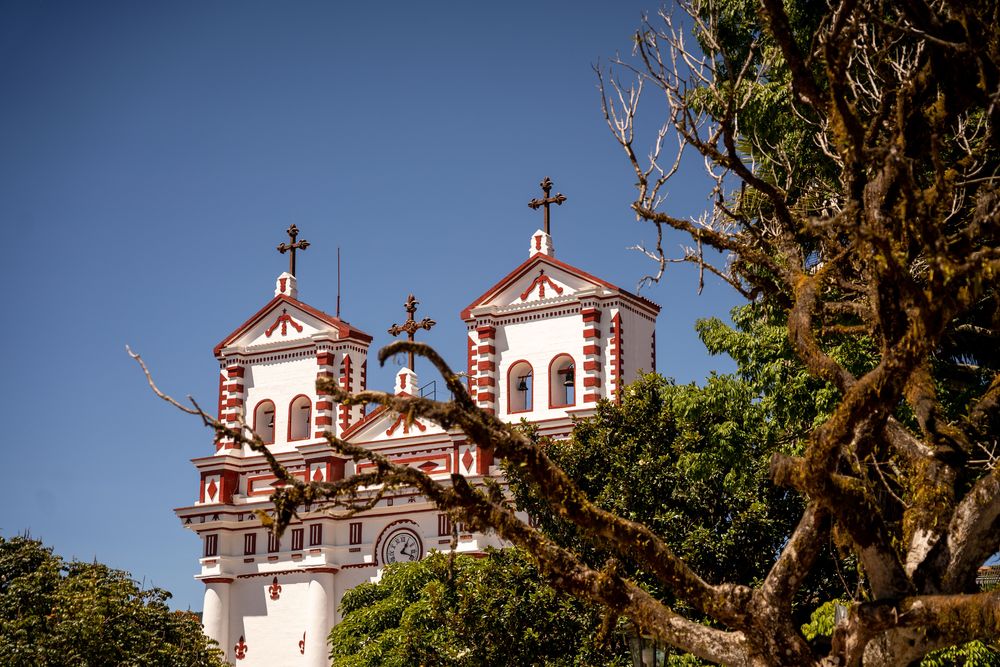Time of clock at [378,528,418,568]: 1:18
